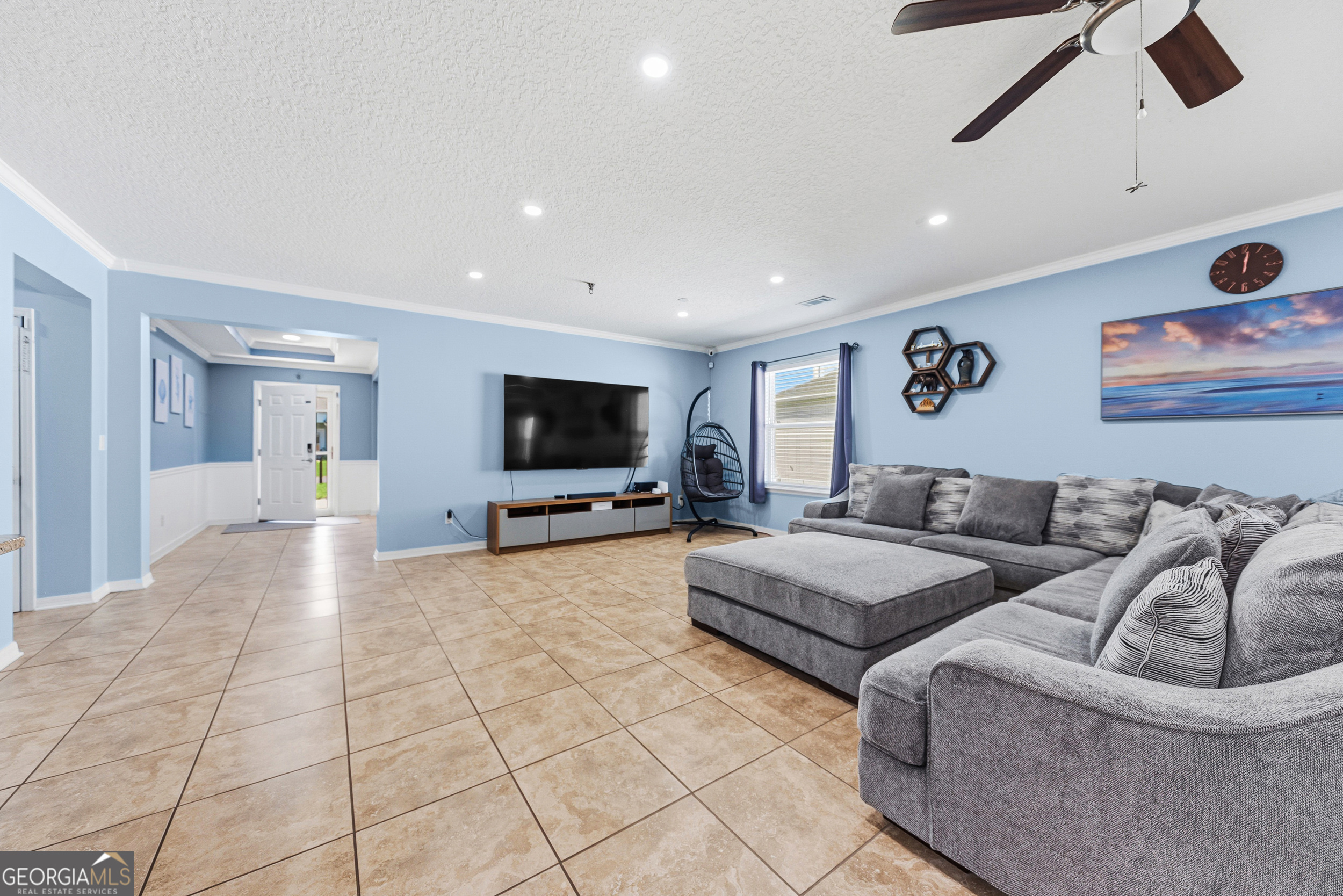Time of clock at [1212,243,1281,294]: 12:01
